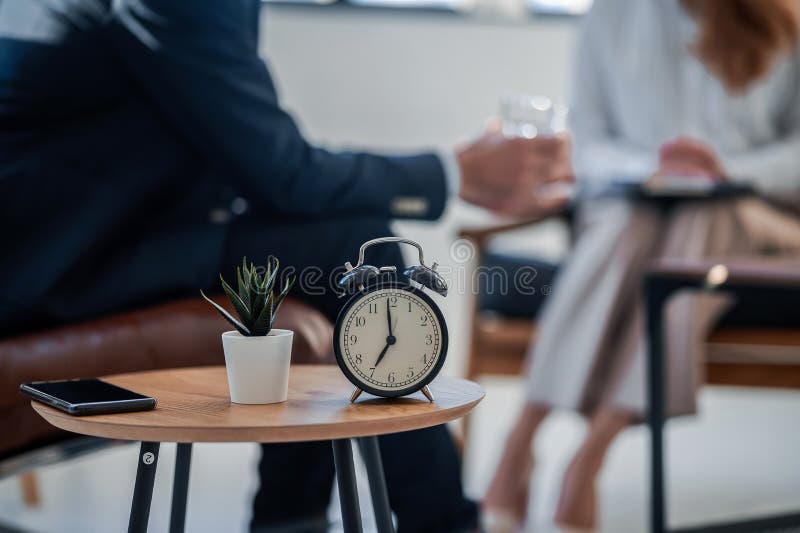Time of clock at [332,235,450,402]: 6:59
